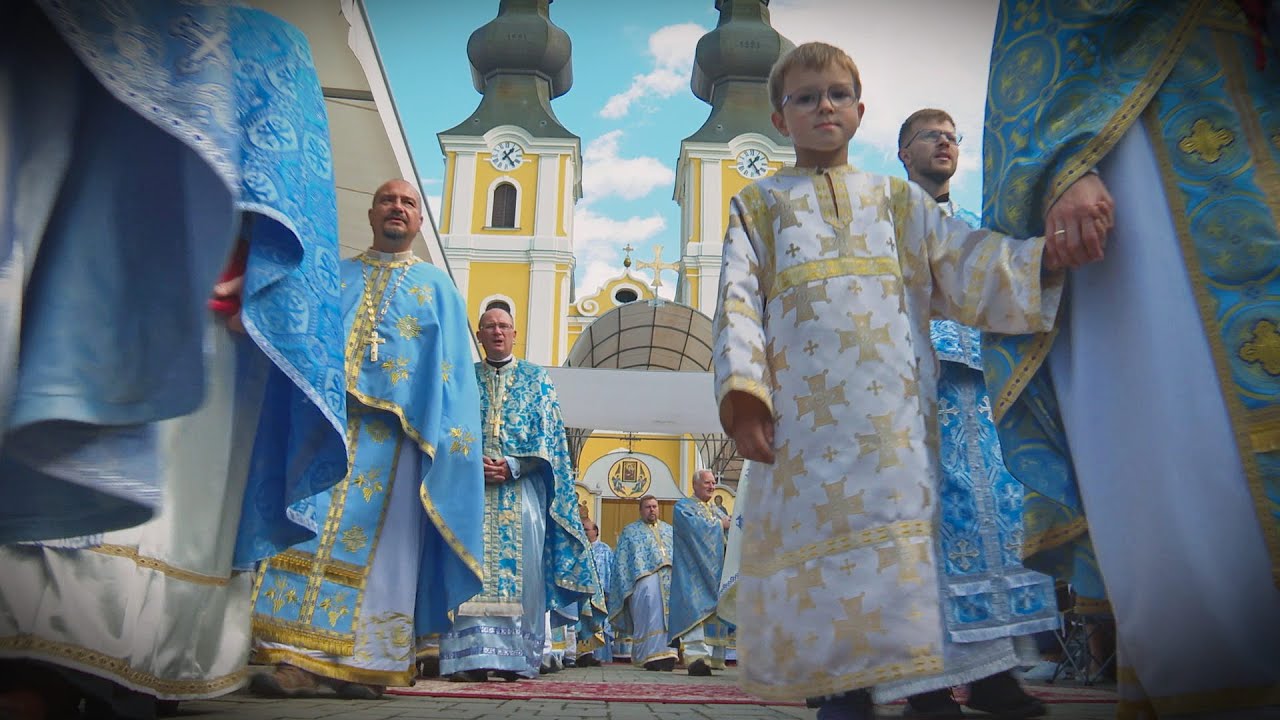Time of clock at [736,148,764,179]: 1:24
